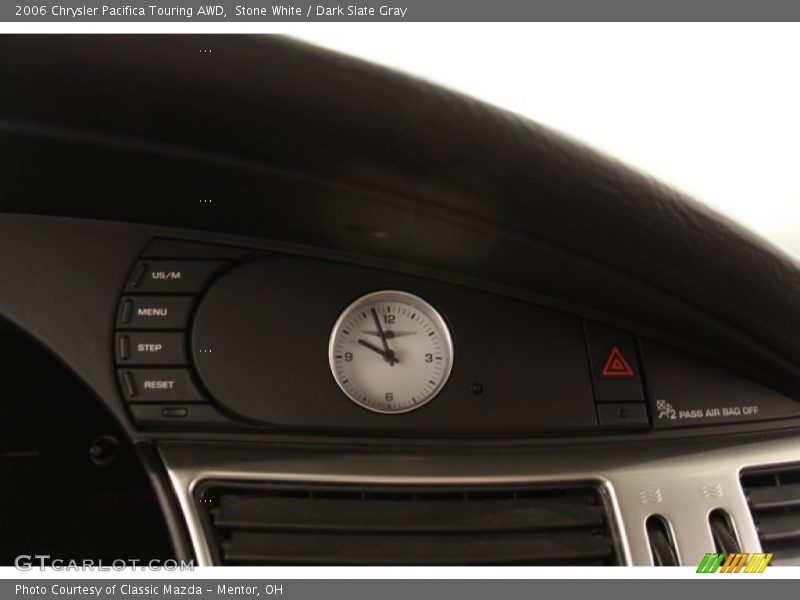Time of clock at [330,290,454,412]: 9:56
